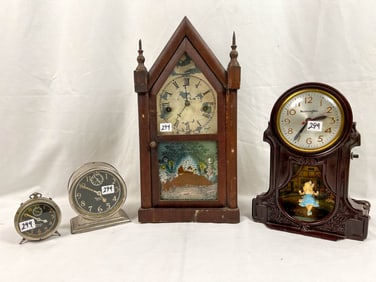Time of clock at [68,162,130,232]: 2:49
